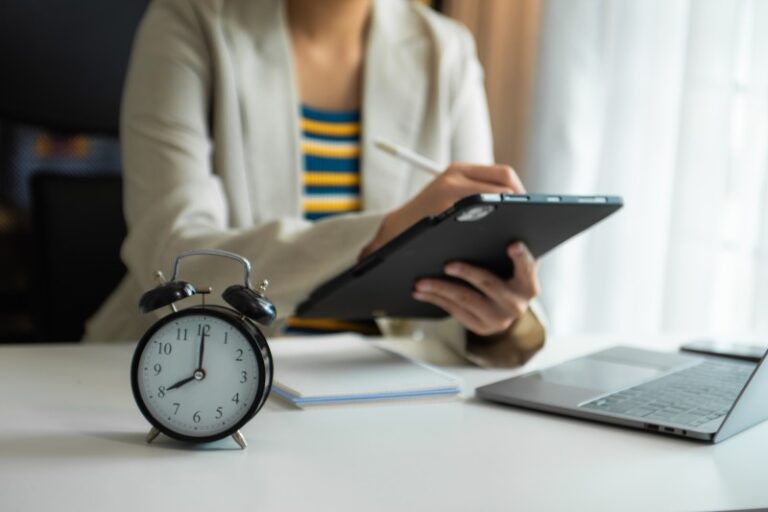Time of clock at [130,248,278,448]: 8:00
